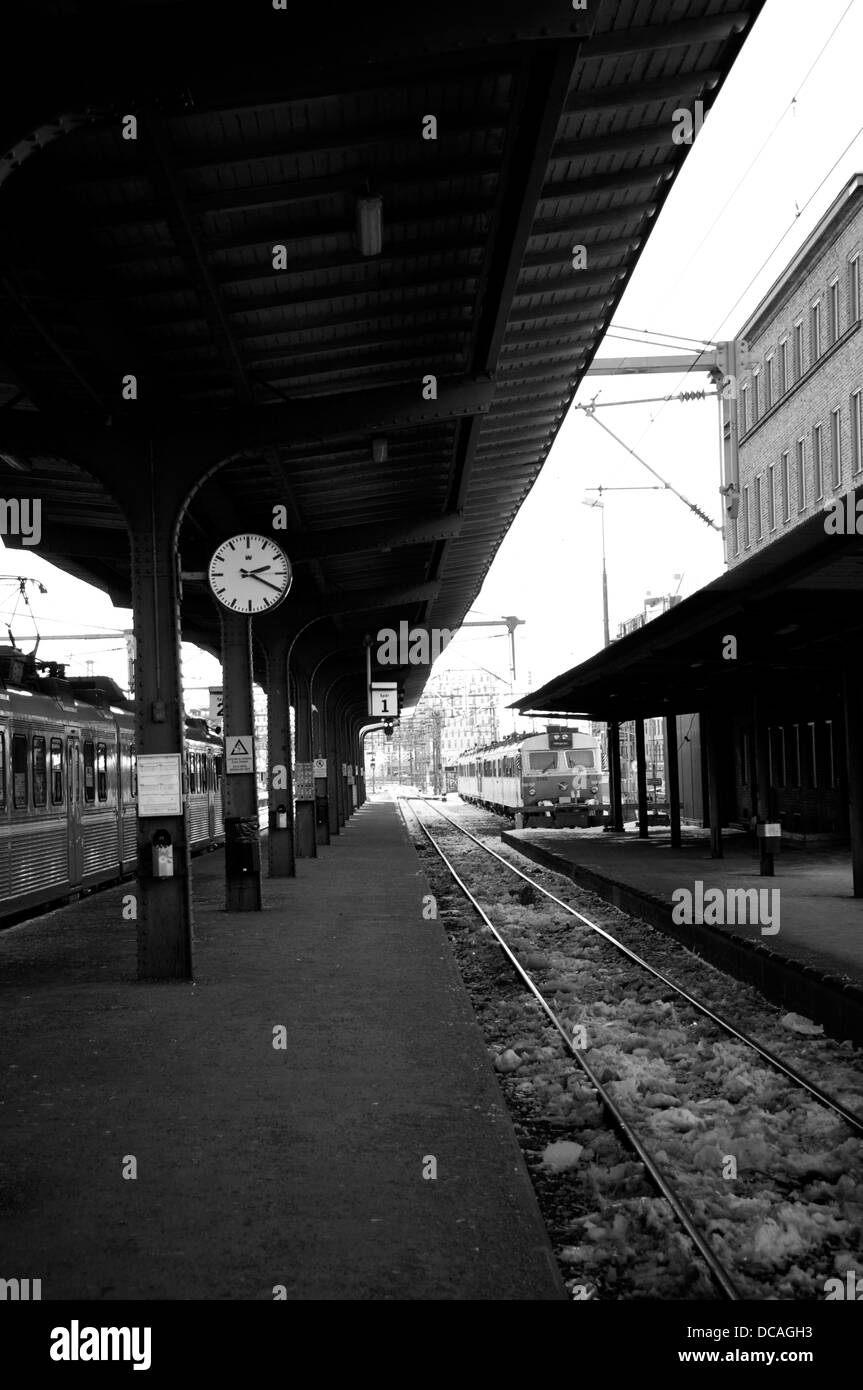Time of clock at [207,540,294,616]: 2:19
